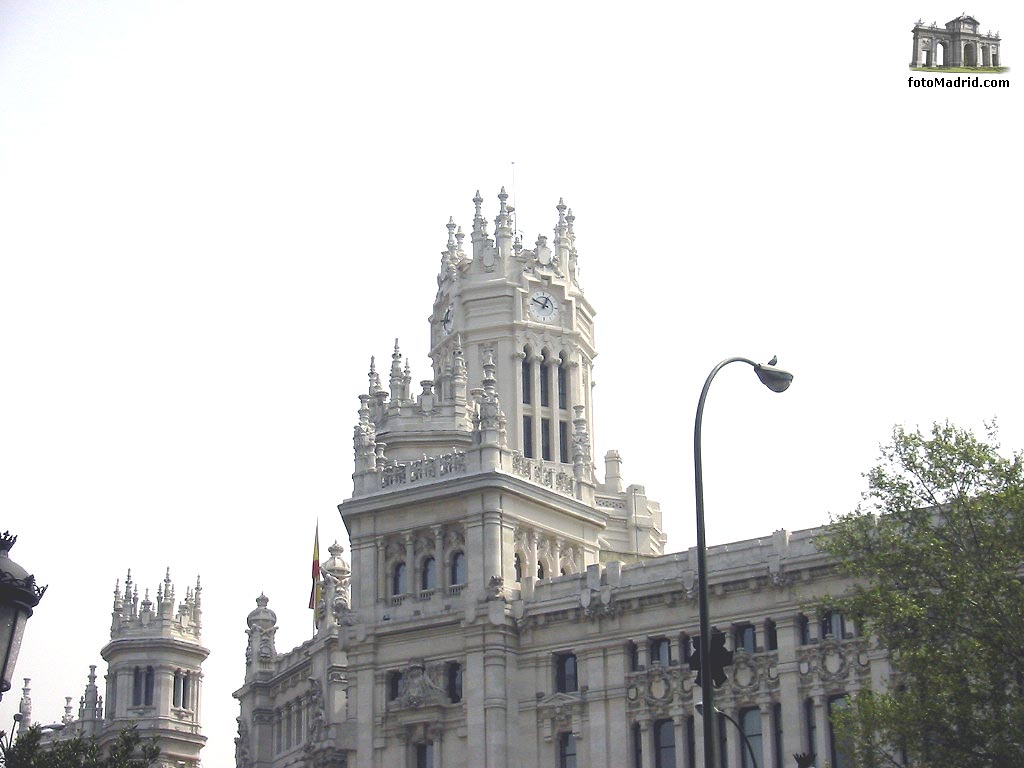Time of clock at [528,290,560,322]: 12:48
